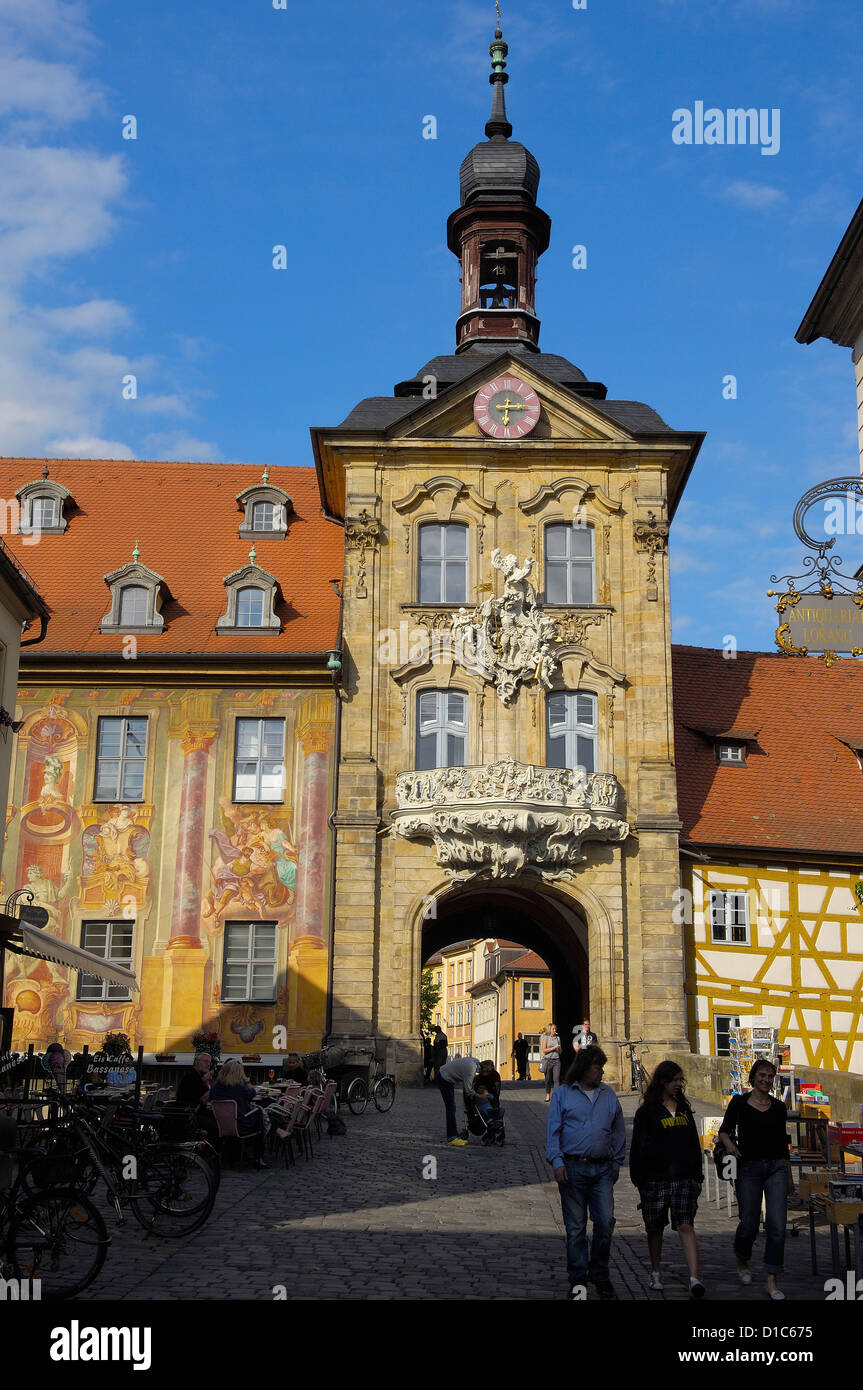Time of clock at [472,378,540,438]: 6:15
